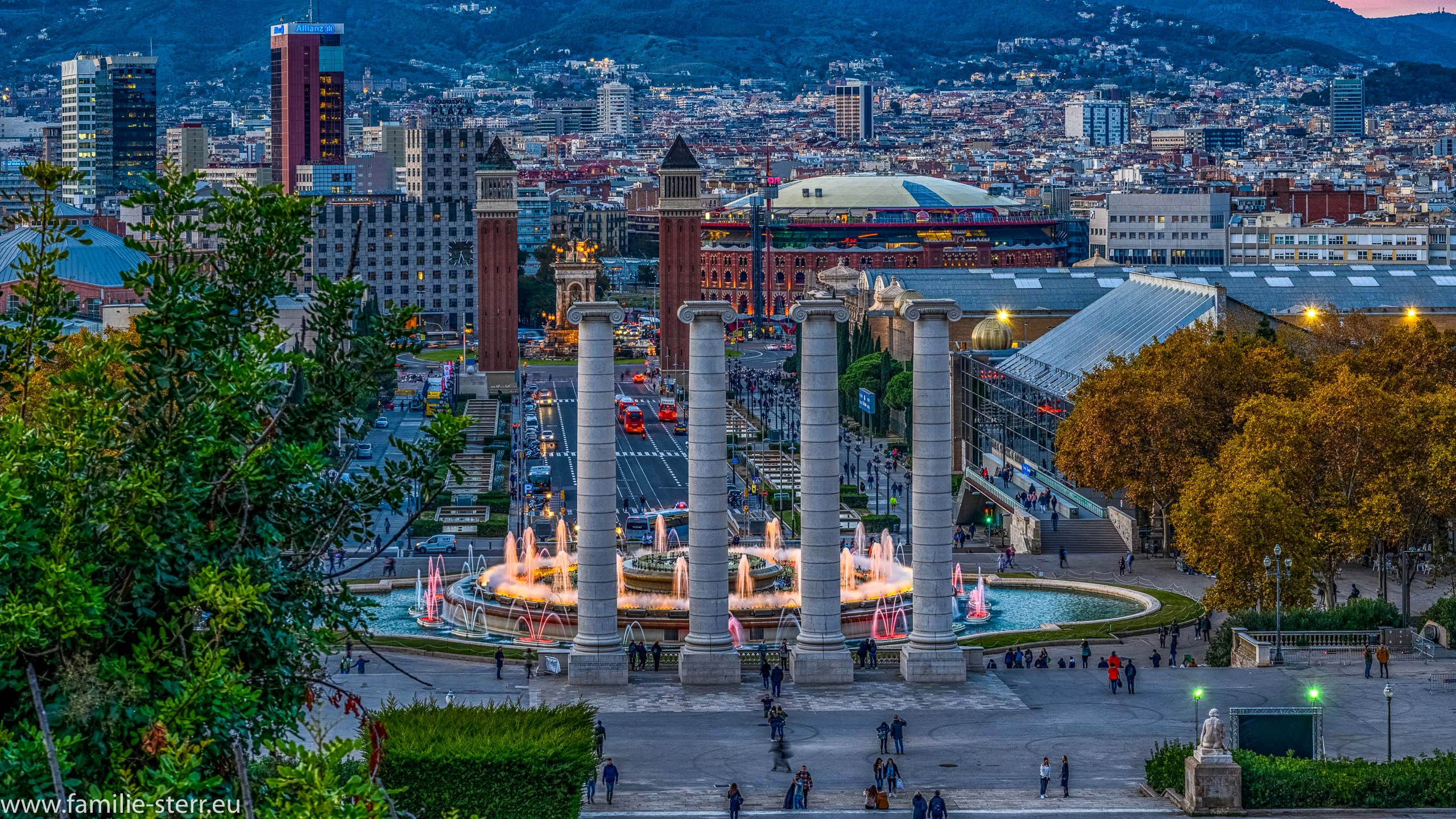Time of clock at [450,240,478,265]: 5:32
